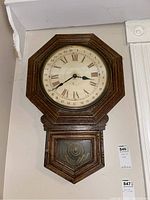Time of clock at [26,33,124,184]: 3:40
